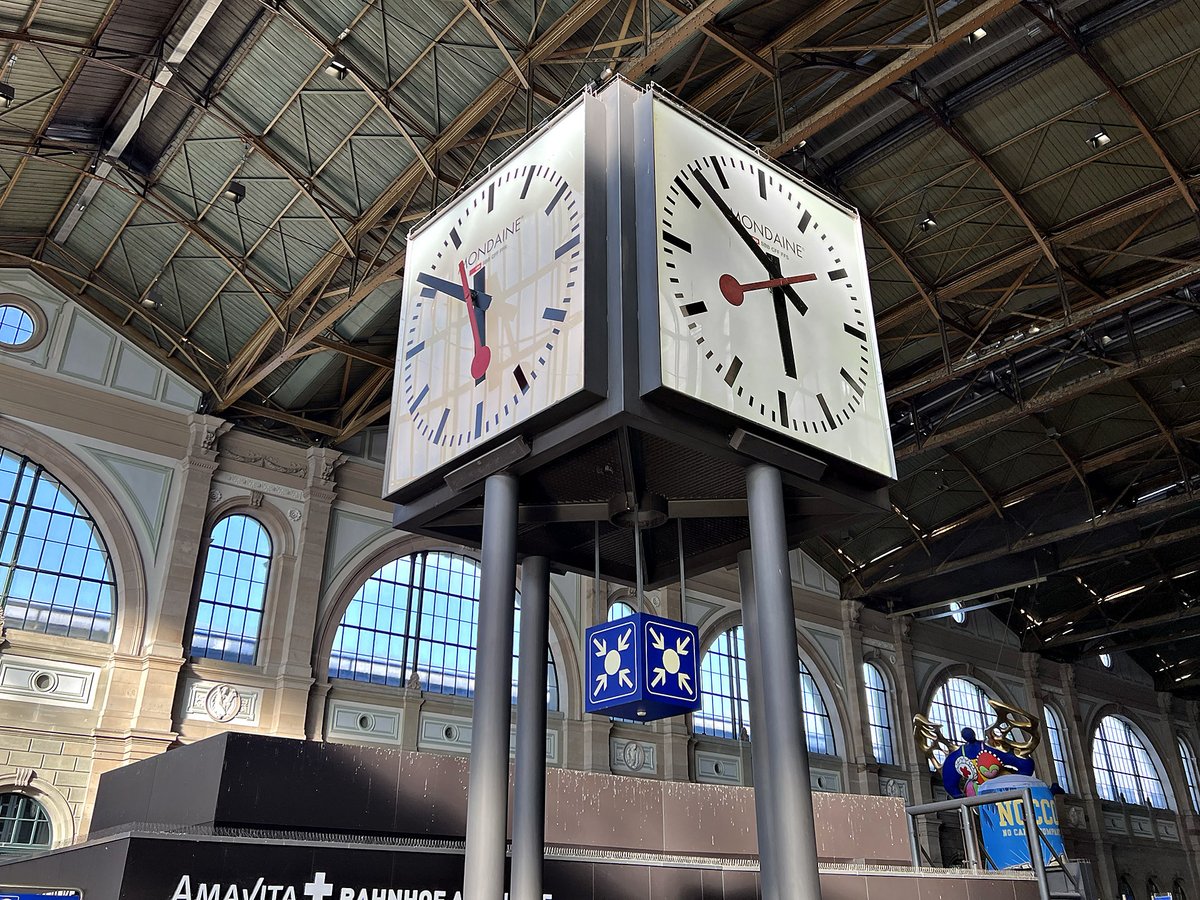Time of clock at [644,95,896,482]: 5:51
